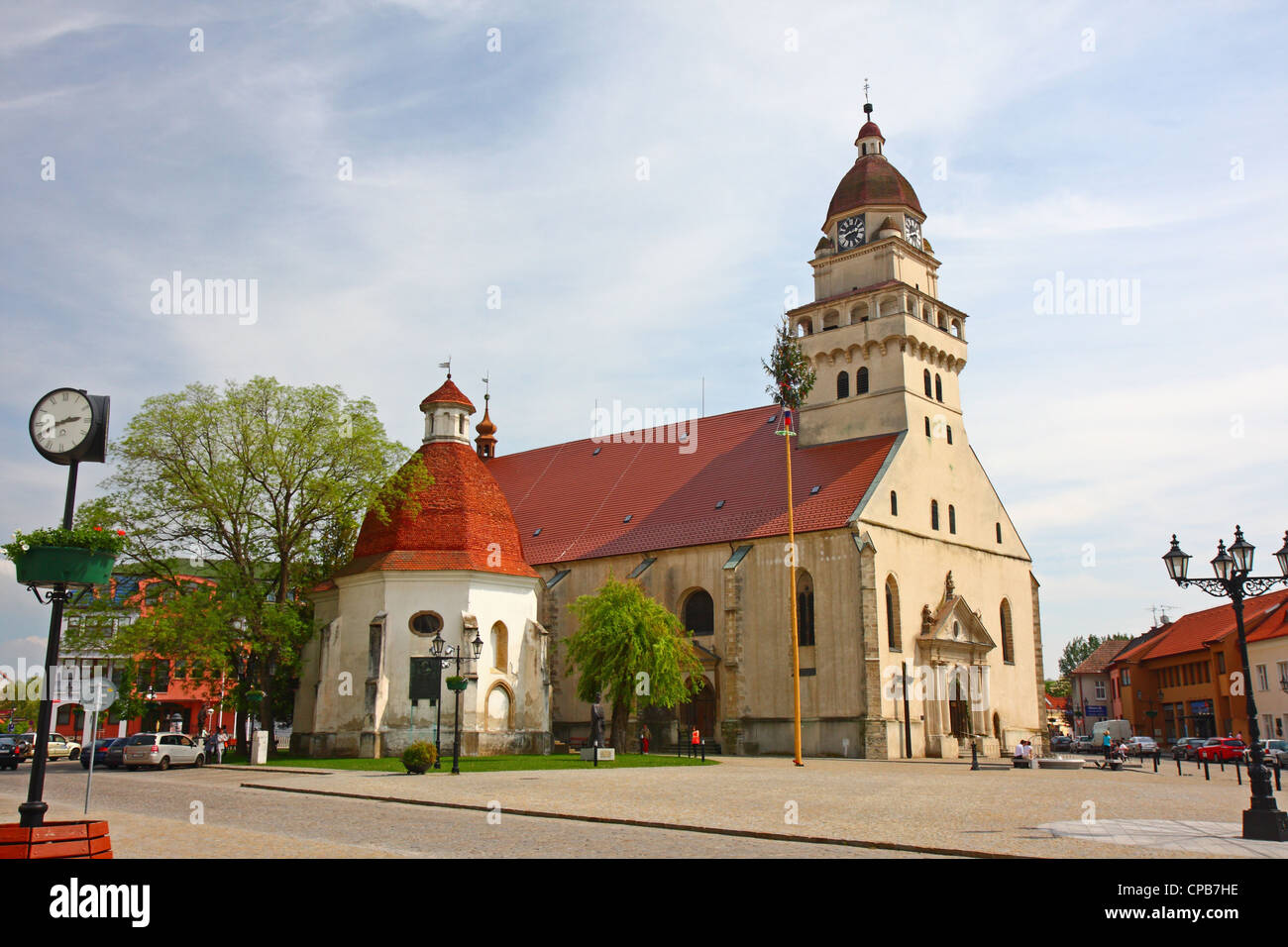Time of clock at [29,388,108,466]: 2:41
